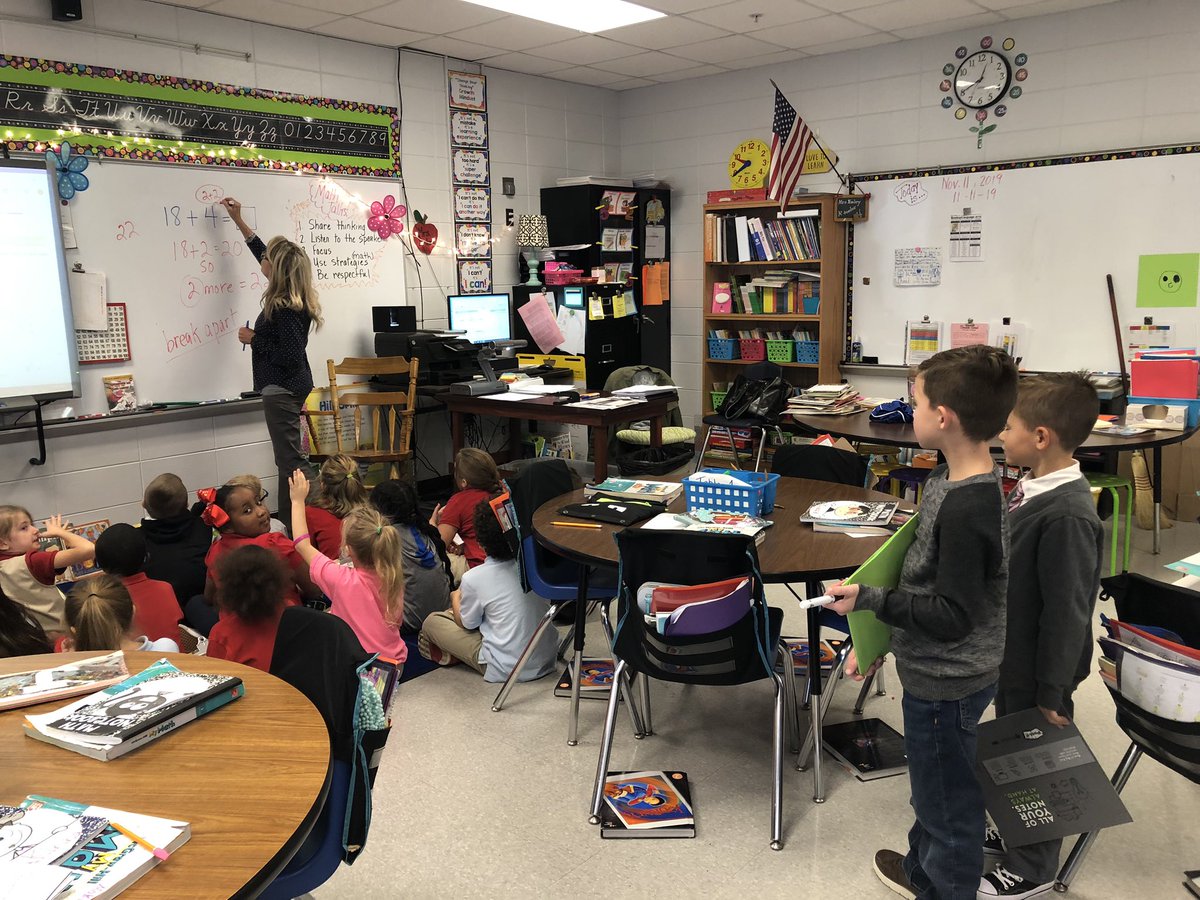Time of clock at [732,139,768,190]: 7:48
